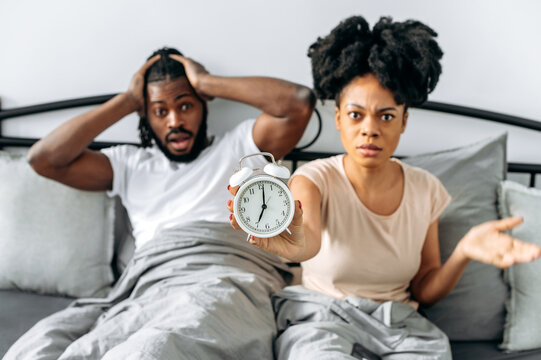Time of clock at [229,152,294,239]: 7:01
